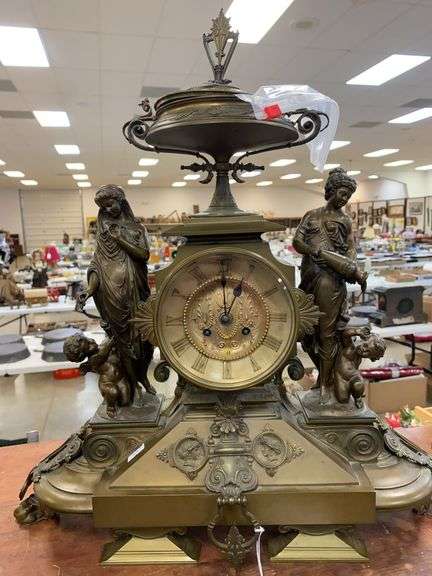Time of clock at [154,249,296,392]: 1:00
